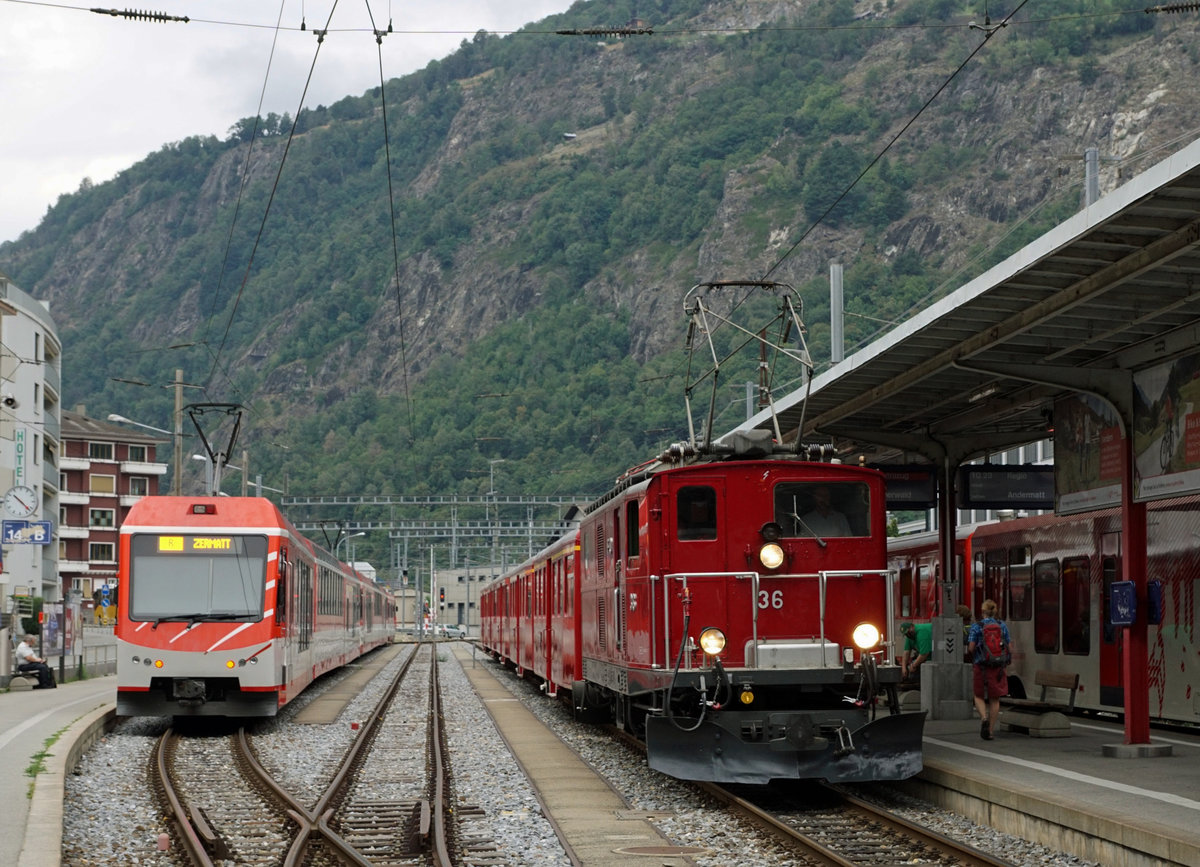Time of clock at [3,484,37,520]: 10:22
